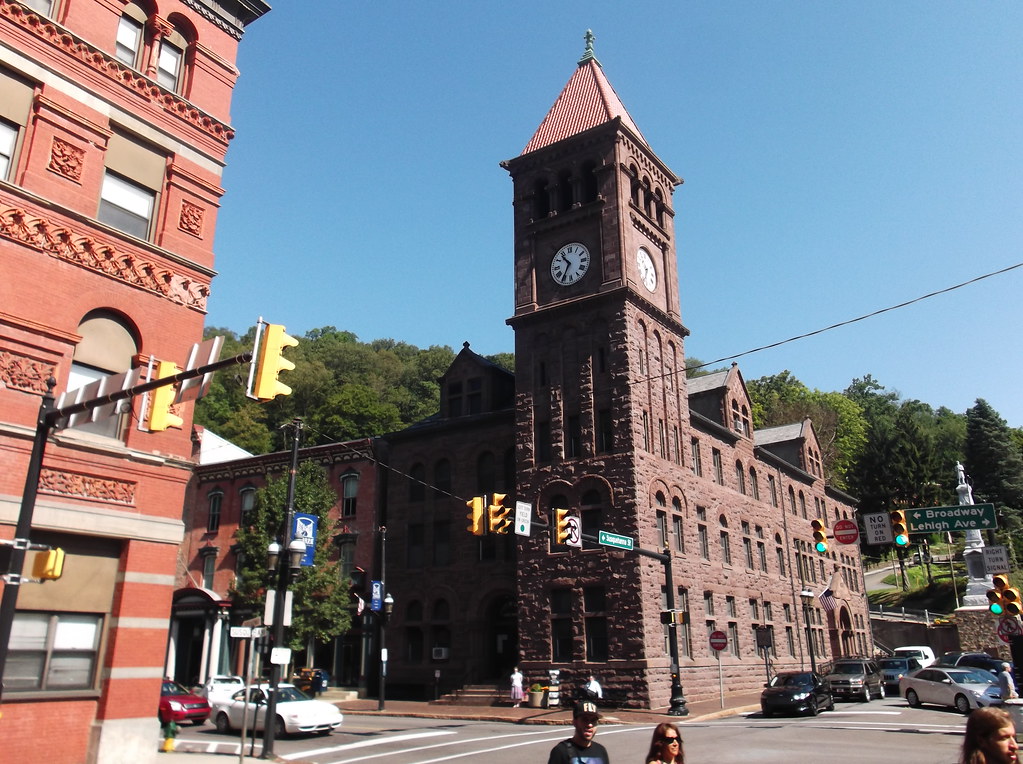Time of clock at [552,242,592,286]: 10:35
